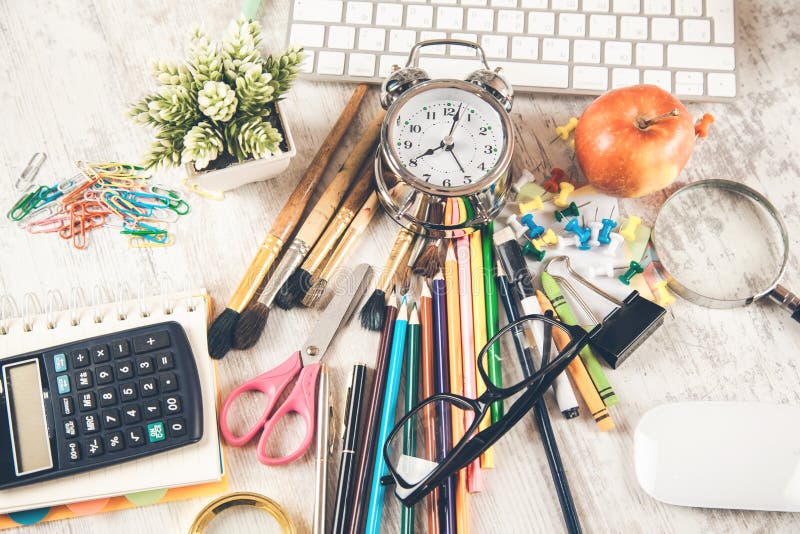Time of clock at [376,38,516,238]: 8:02
